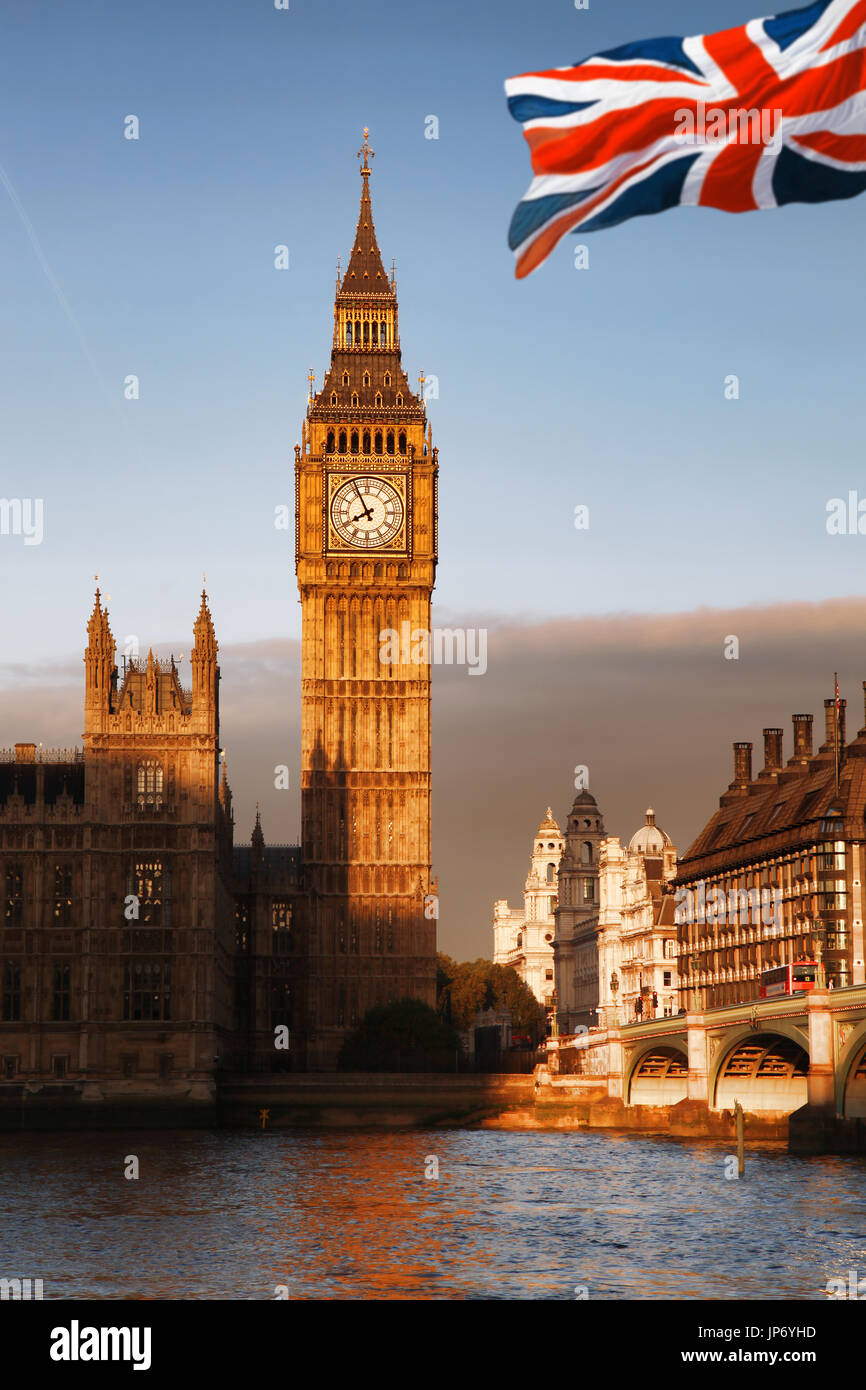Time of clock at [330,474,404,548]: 7:55
